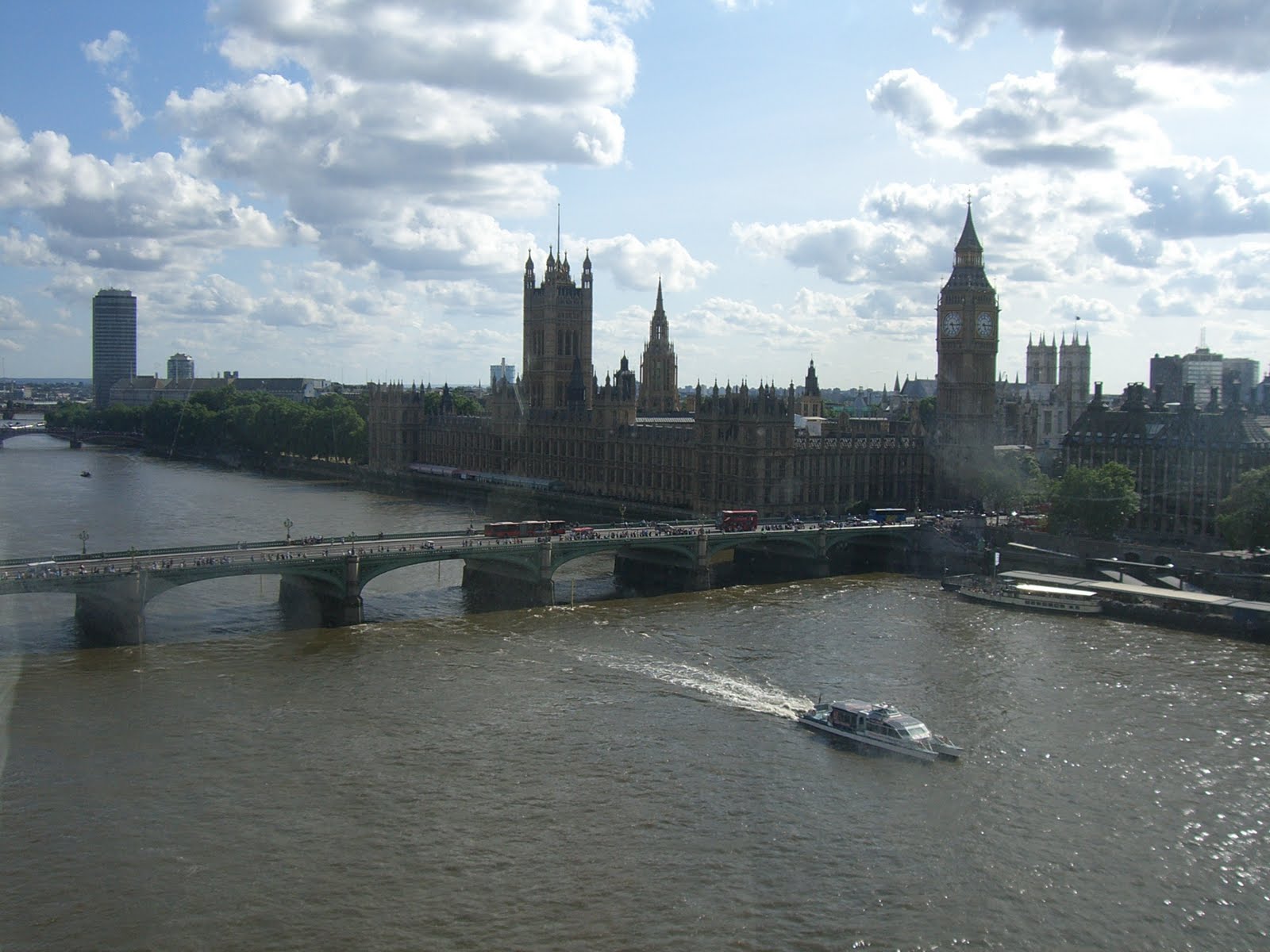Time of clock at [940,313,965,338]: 5:15
